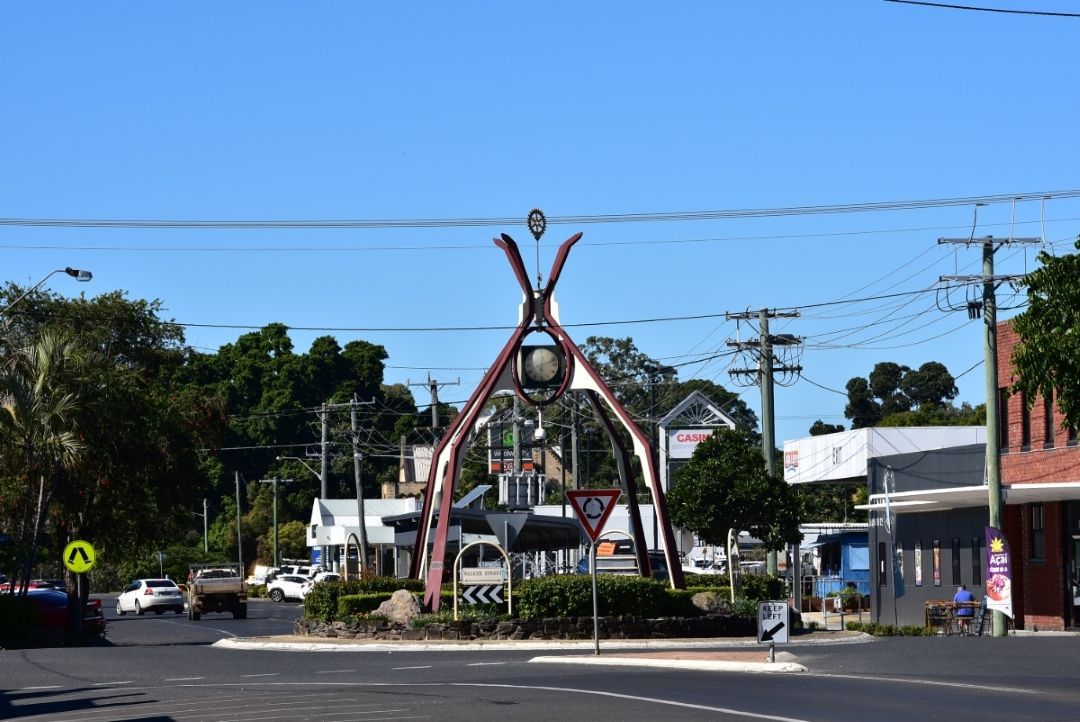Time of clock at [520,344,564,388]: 6:11
